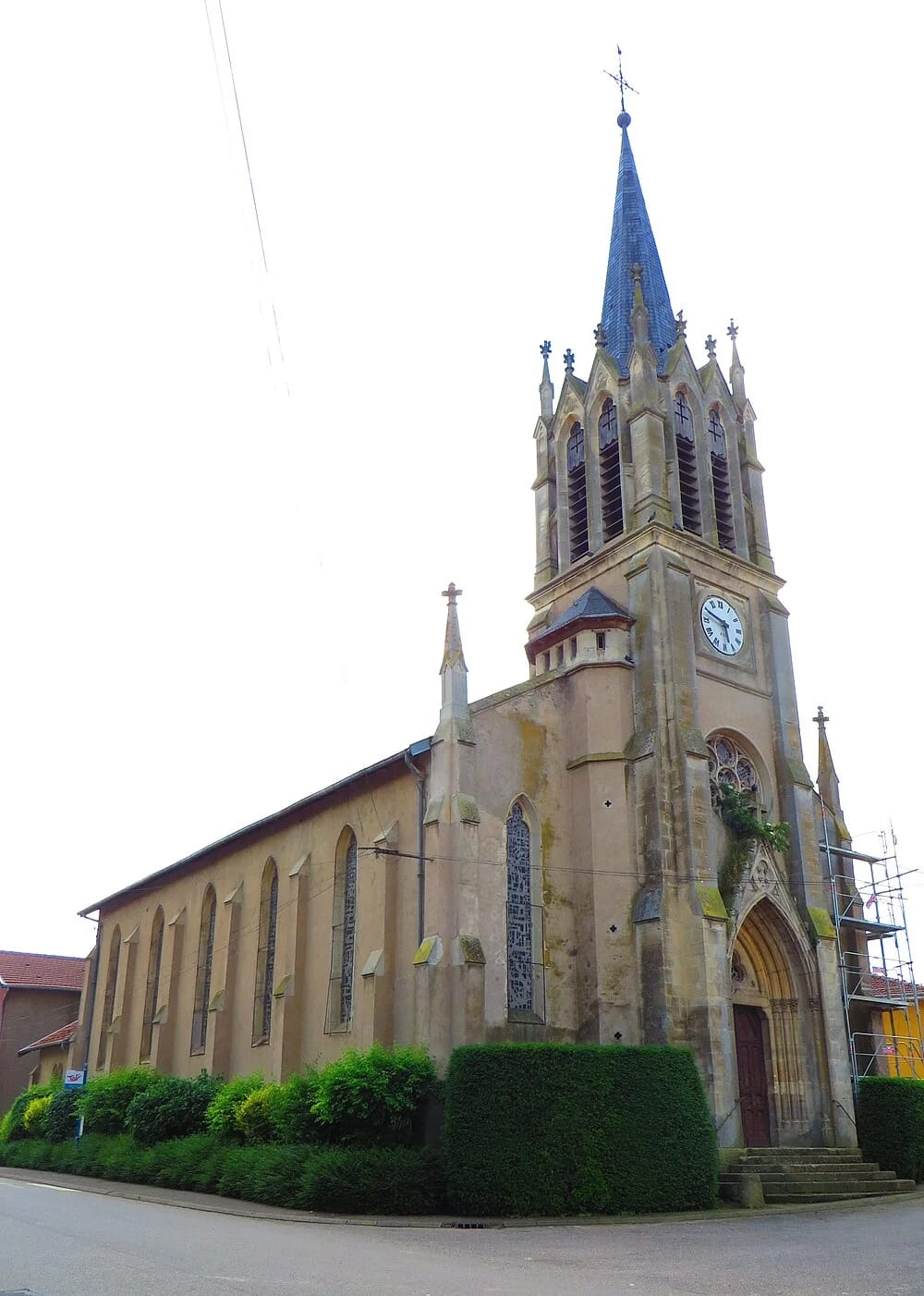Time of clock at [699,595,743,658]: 5:49
